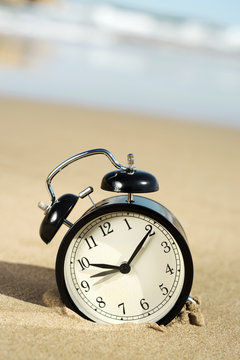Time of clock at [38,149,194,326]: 9:10
